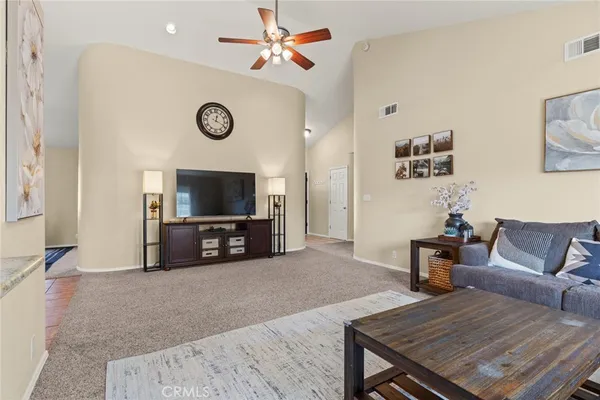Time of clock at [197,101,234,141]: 12:19
